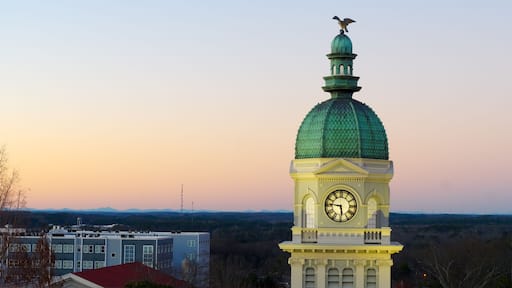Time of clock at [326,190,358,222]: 5:46
